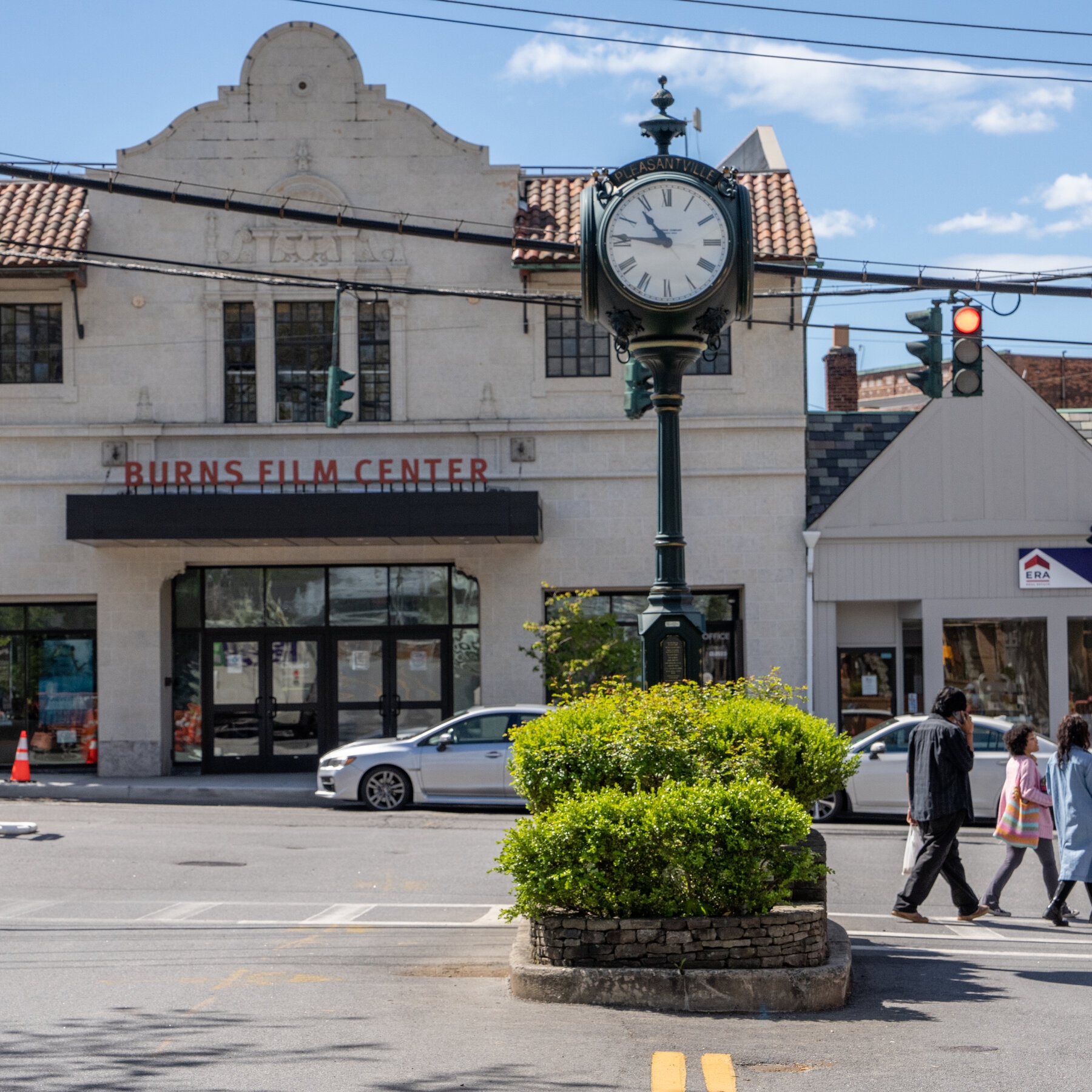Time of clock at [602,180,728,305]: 10:45
